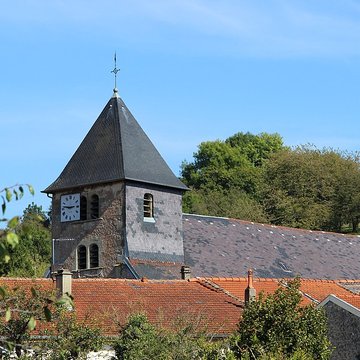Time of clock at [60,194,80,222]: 2:46
